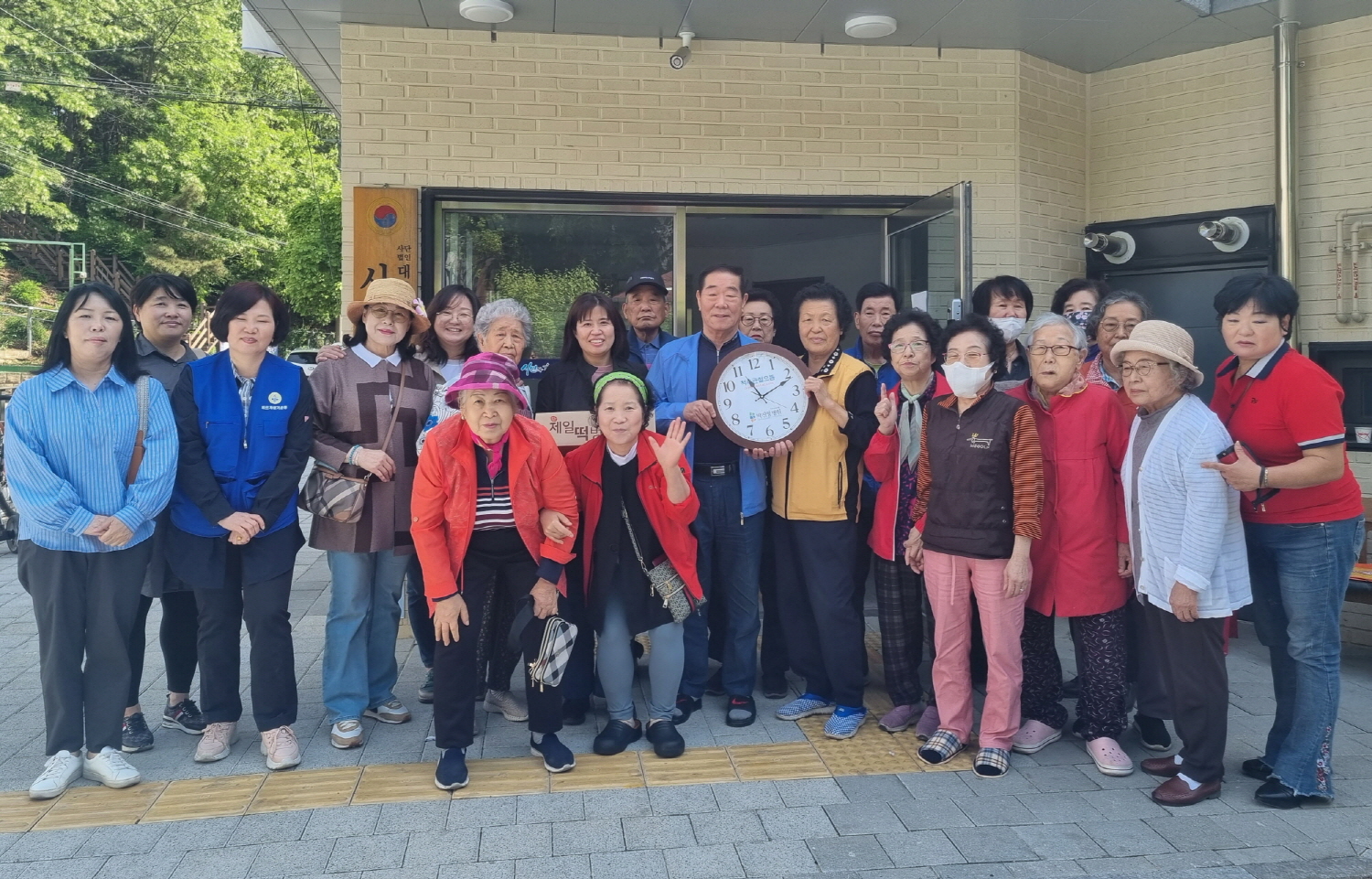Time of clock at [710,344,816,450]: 11:11
